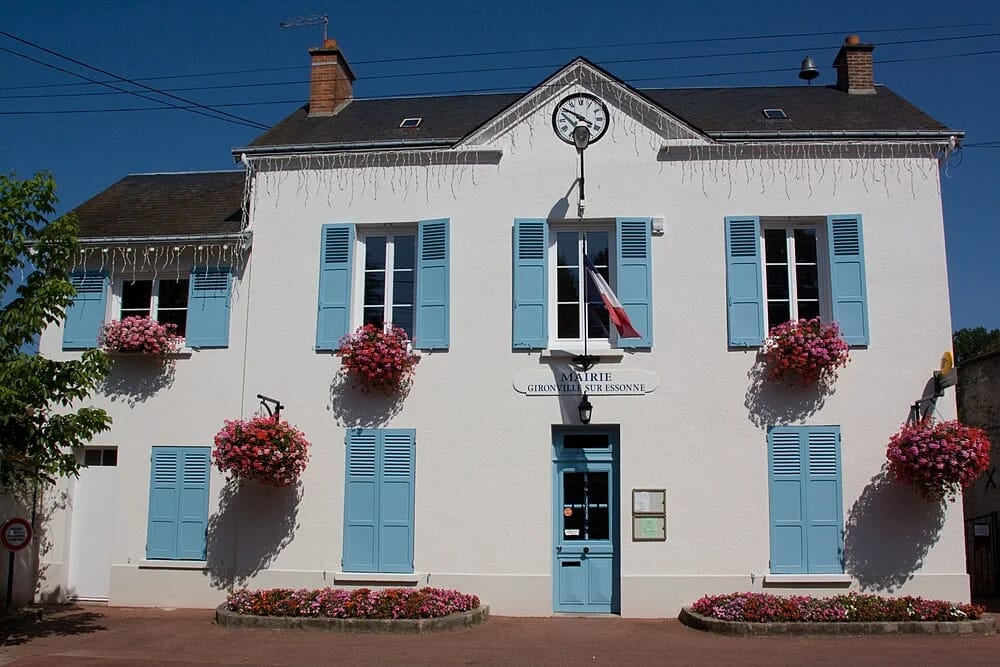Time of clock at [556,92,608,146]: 6:50
